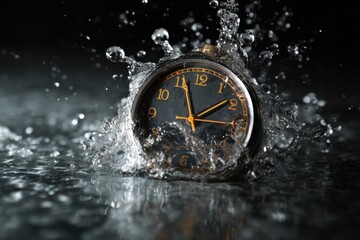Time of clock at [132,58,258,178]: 1:56
